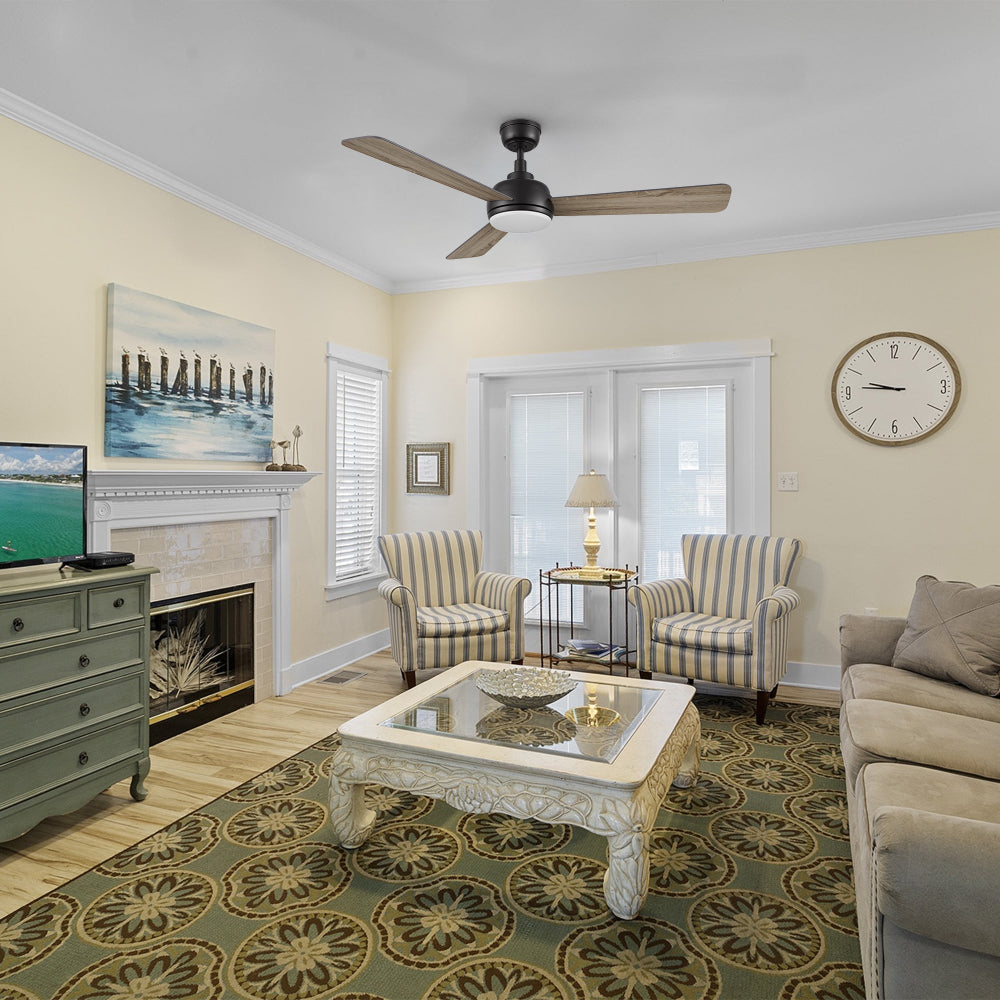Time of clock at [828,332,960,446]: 9:46
